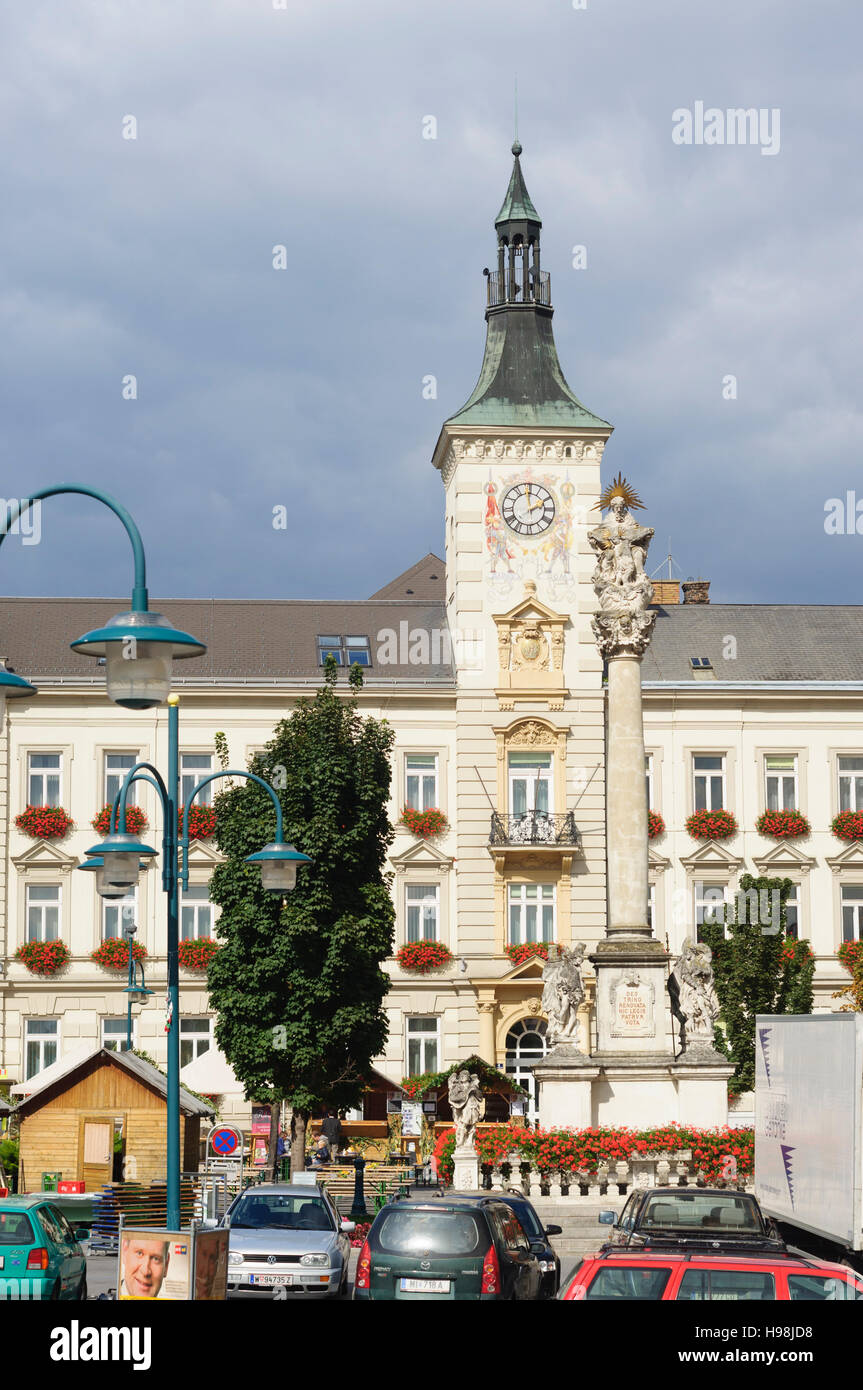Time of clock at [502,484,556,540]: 1:59
